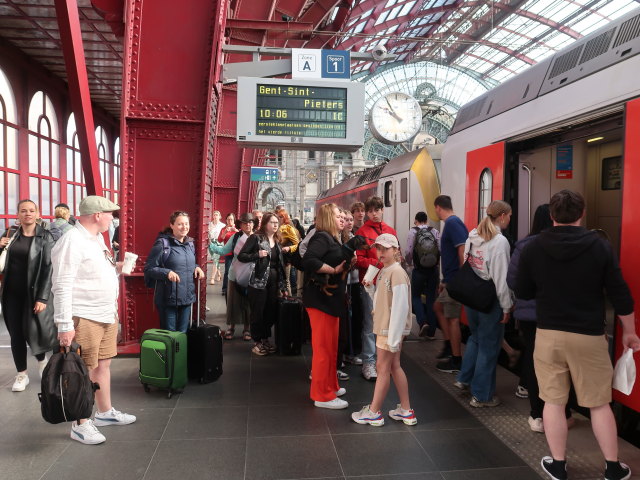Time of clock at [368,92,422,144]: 9:54
